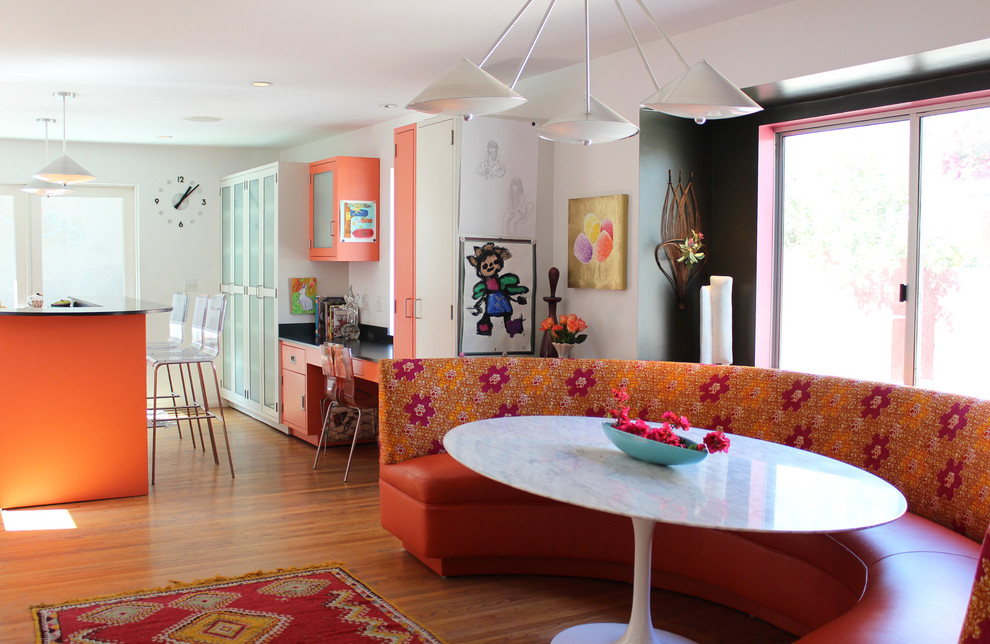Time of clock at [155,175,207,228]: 1:08
